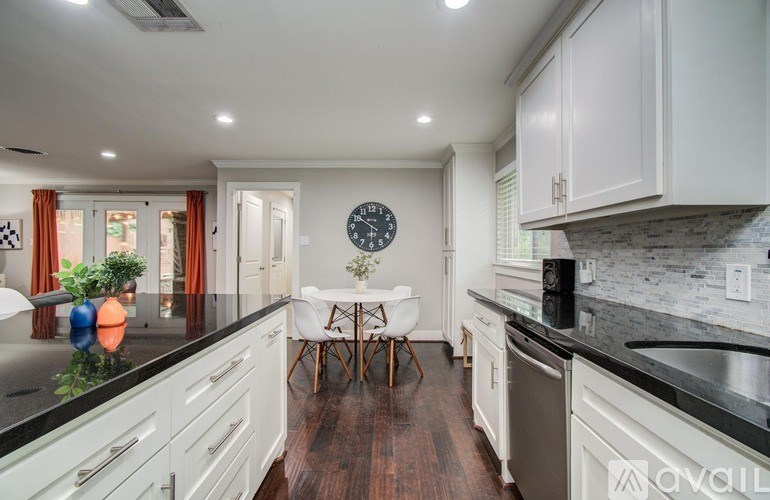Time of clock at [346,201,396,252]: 5:50
